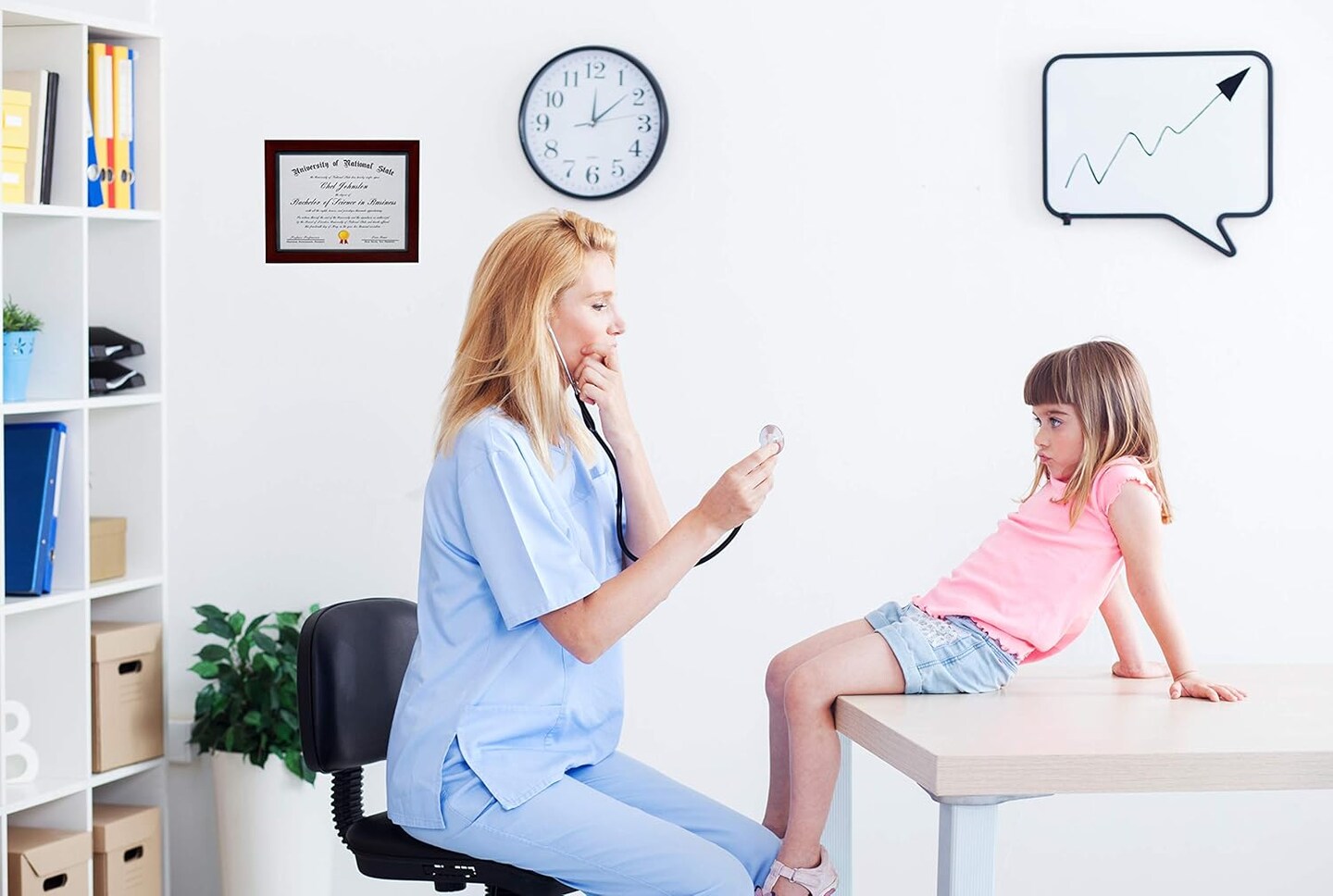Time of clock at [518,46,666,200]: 12:08
